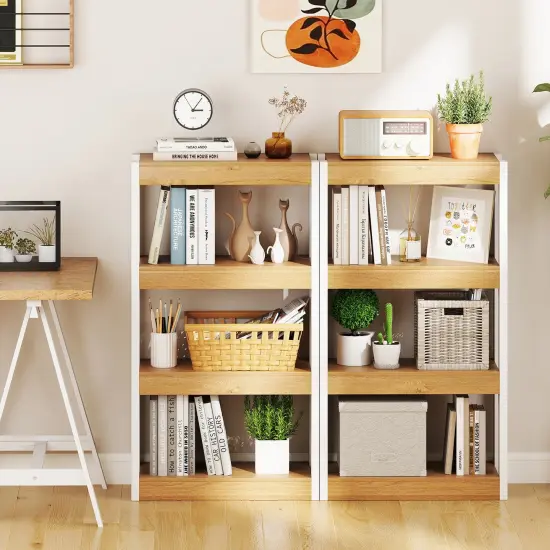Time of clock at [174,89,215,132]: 3:05
